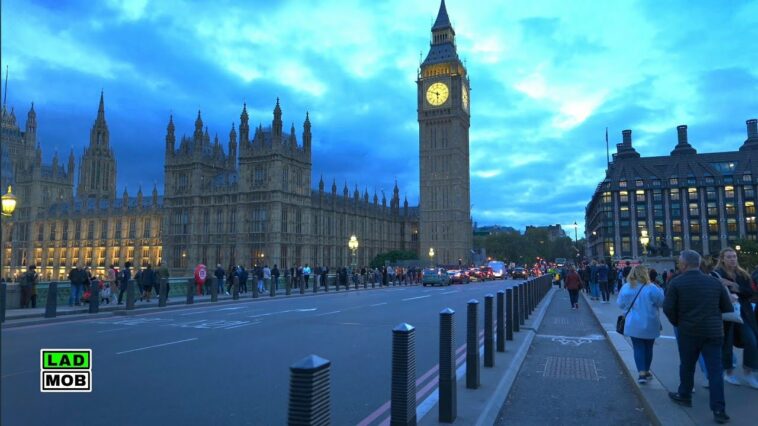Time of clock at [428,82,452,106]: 5:48
